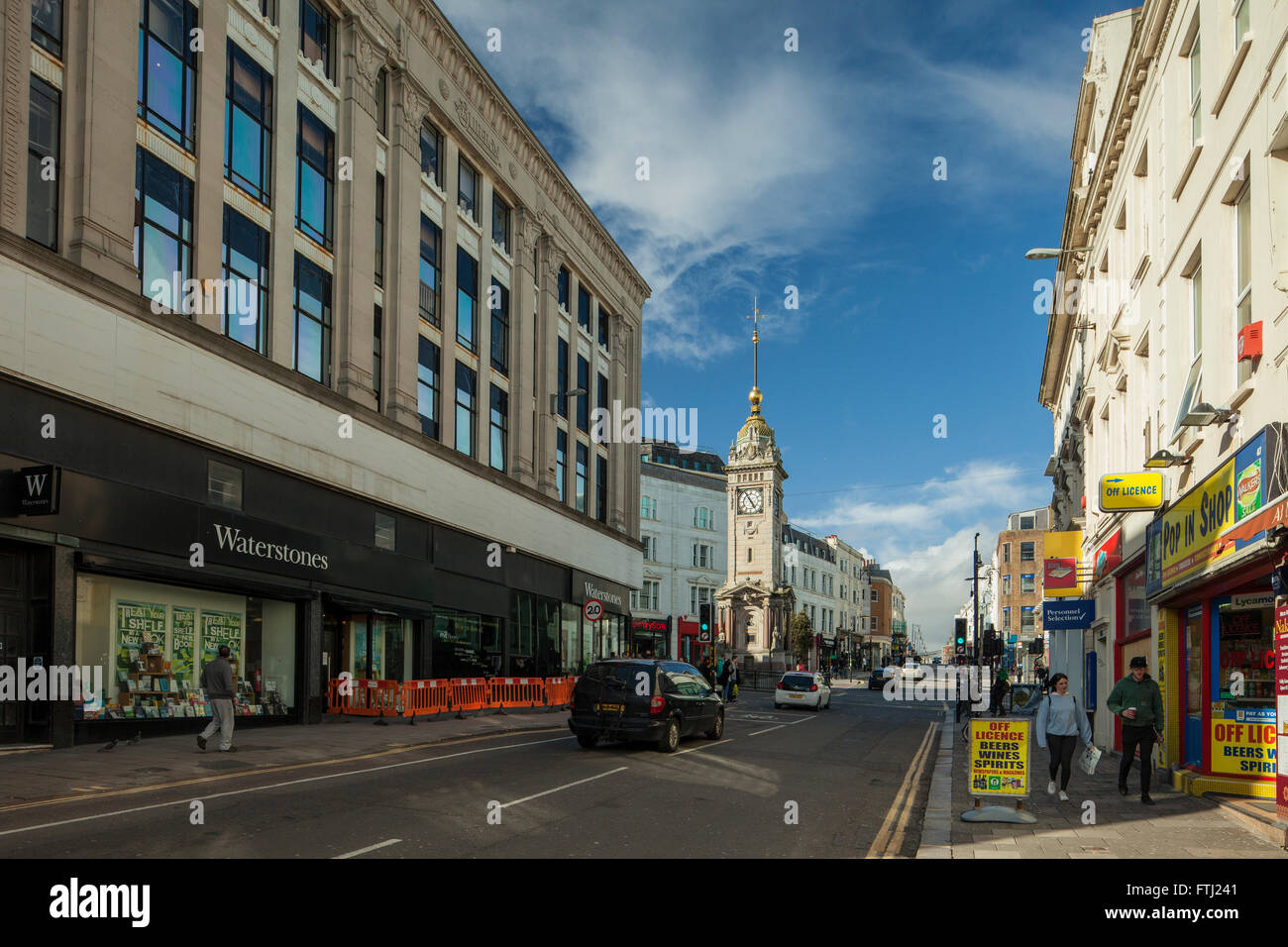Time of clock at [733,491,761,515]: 4:54
